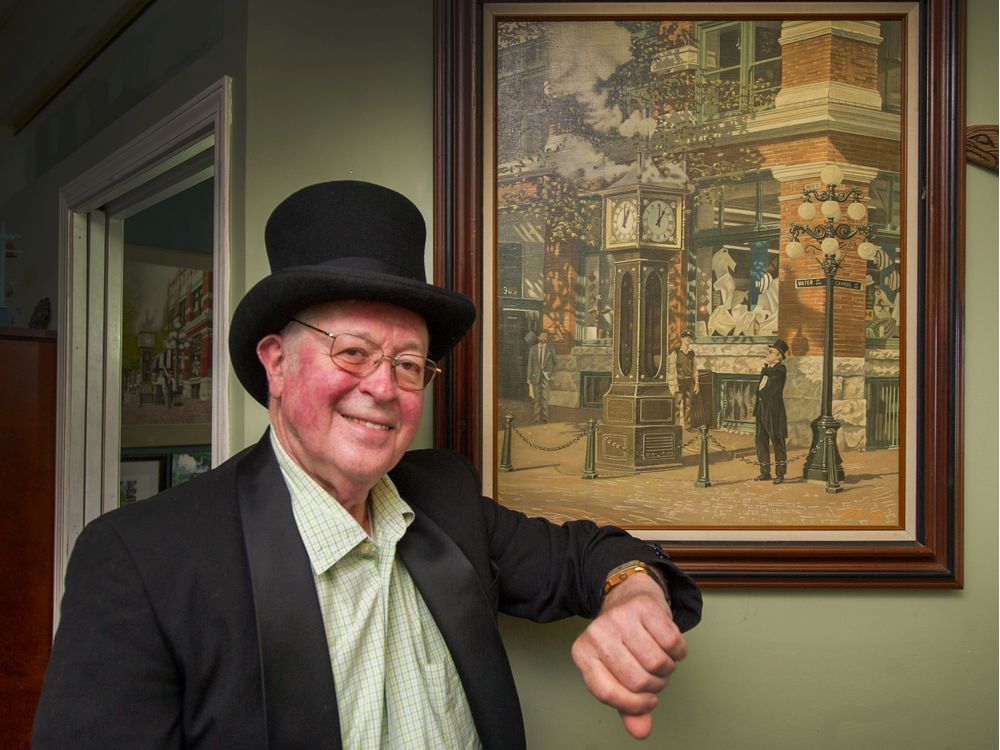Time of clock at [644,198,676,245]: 1:00
